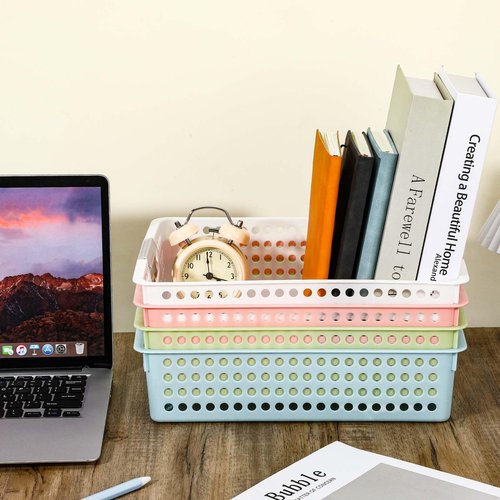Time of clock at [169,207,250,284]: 3:59
